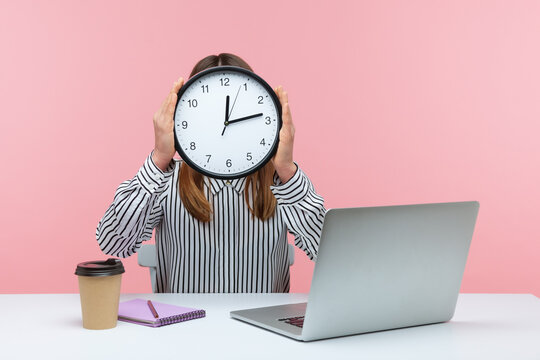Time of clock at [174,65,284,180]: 12:13
